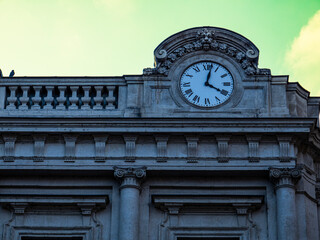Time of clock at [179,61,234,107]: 4:02
